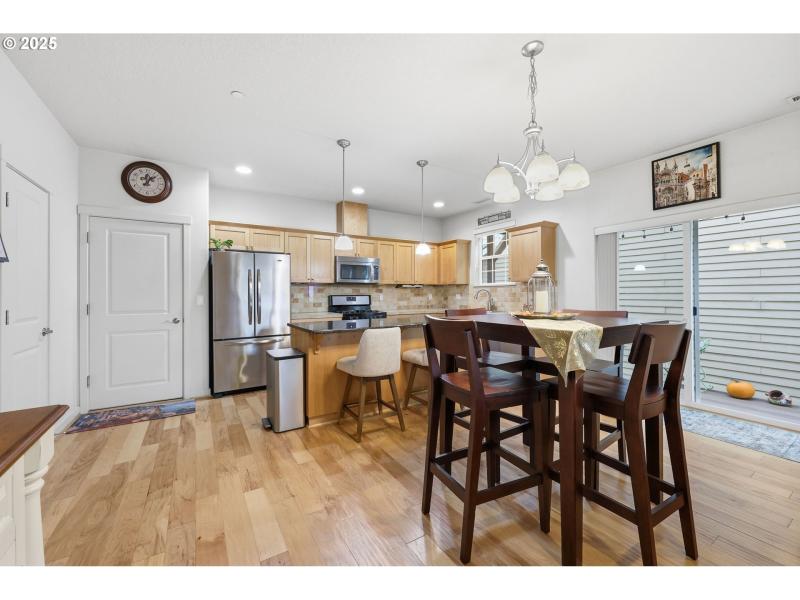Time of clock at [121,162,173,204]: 12:07
